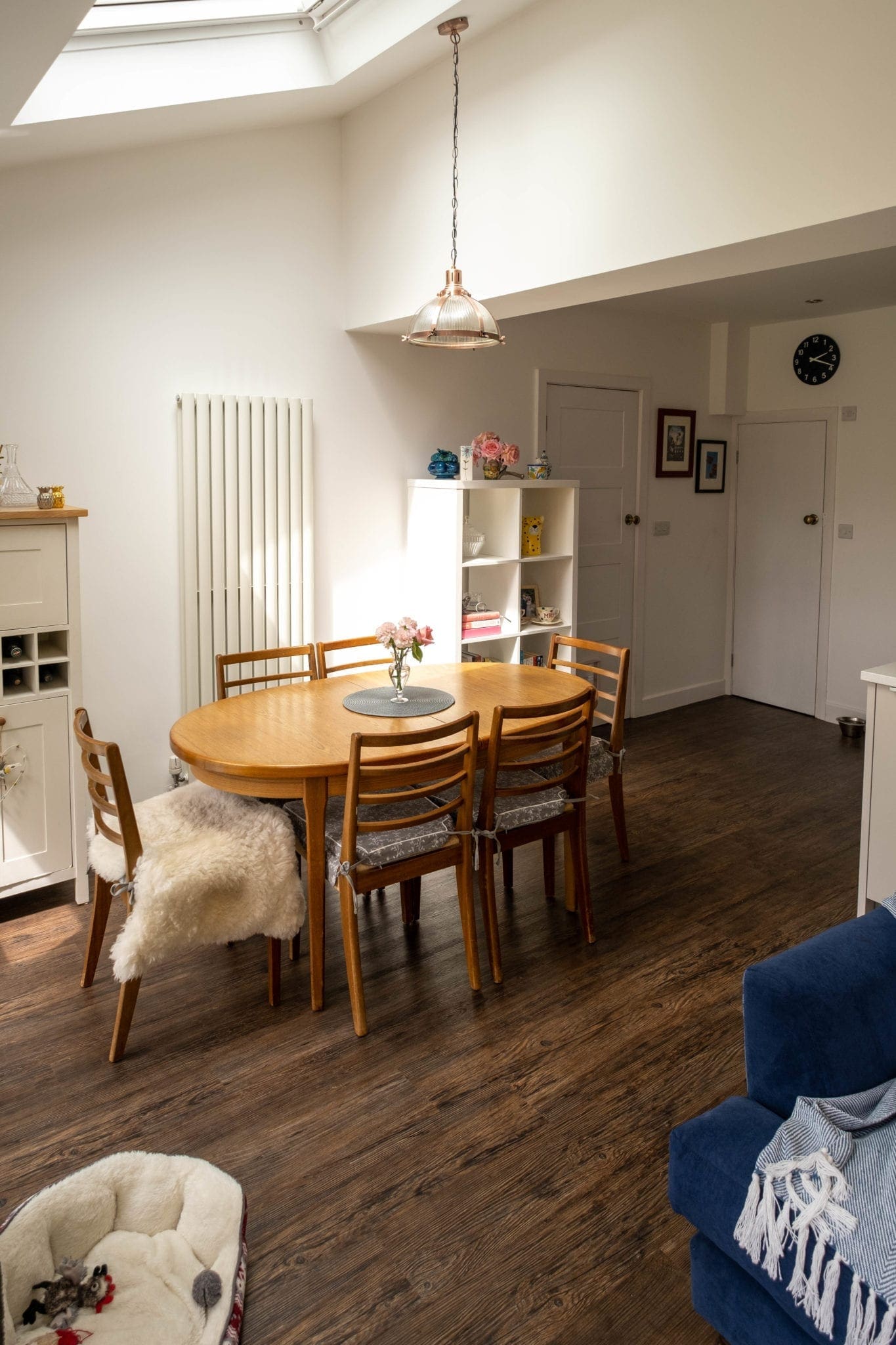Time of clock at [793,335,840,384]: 2:18
